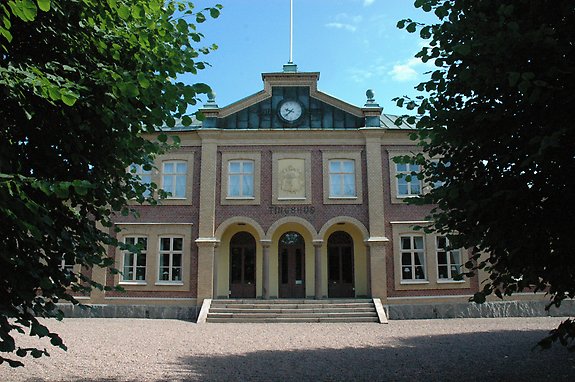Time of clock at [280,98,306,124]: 9:38
